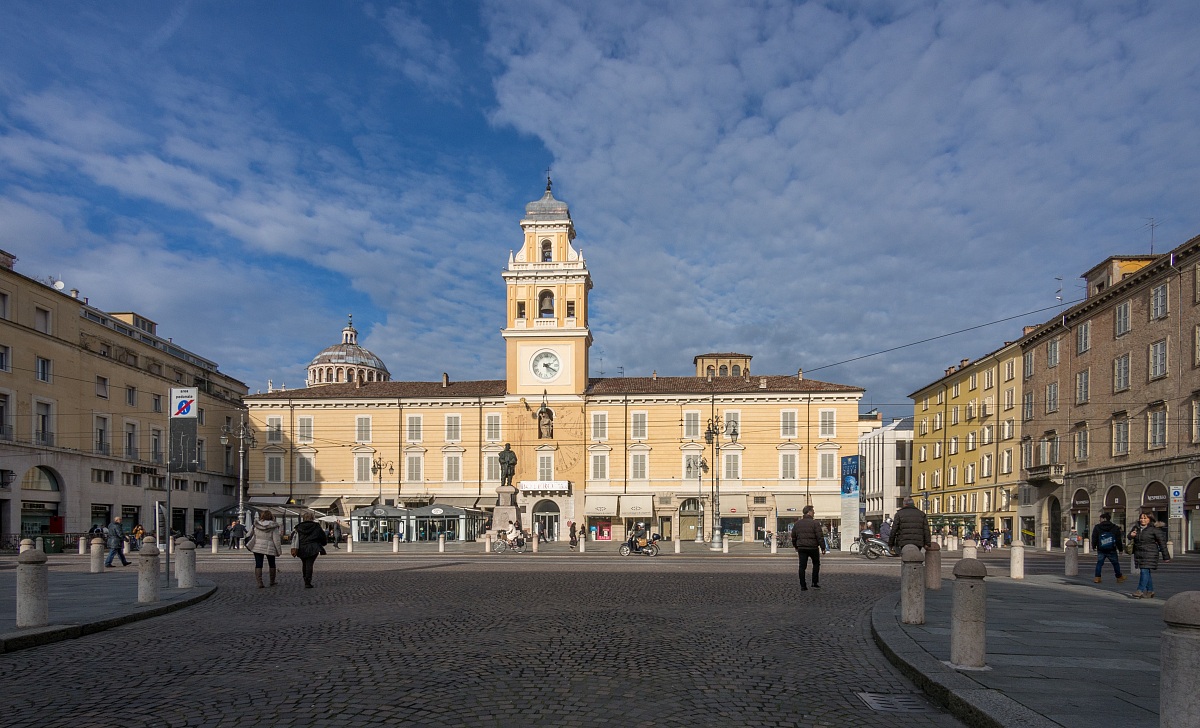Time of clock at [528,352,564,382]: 2:20
